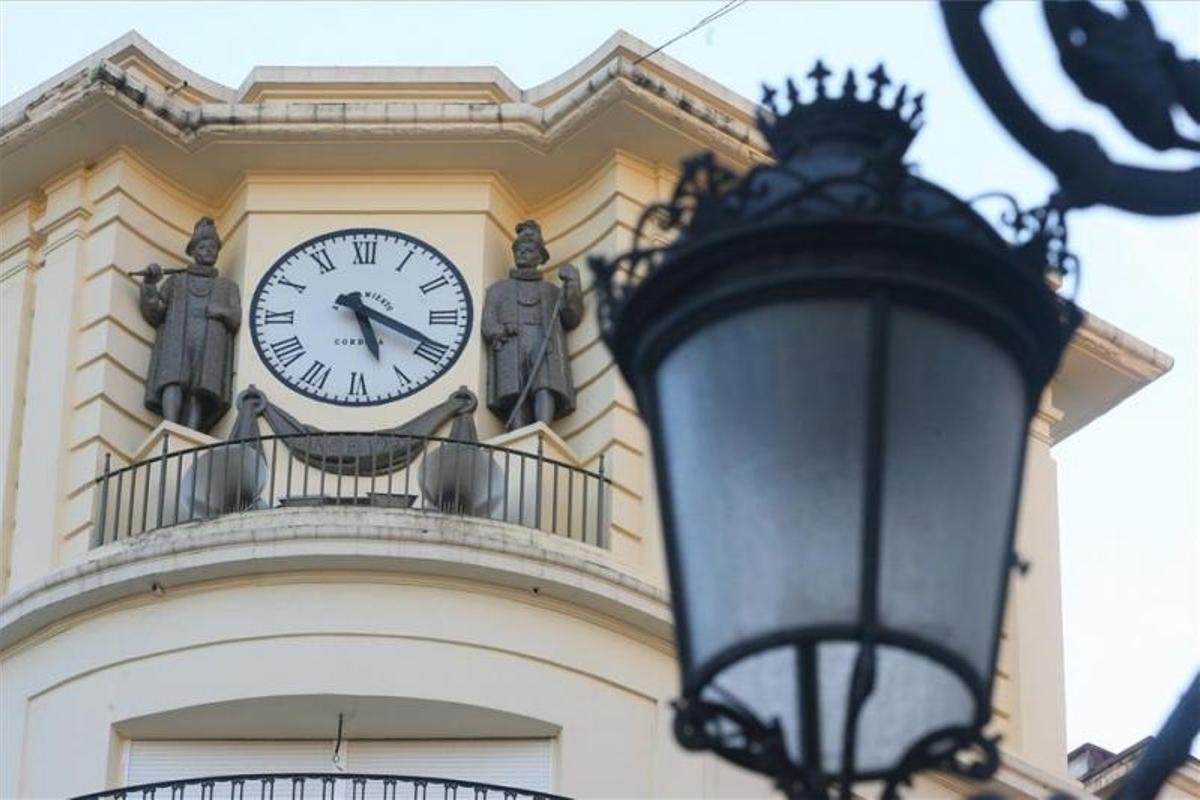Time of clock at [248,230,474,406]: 5:19
